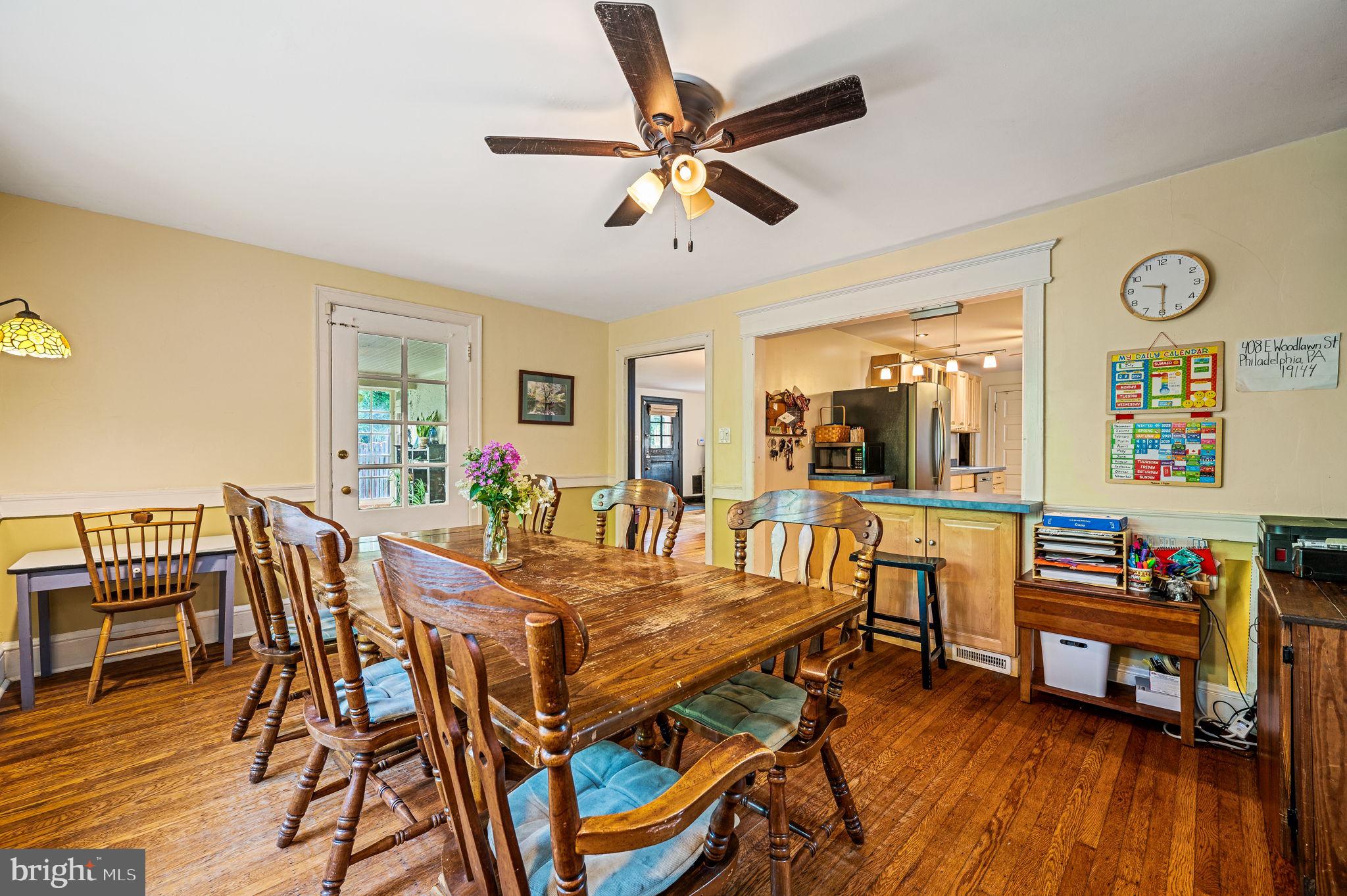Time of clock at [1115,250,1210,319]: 9:29
